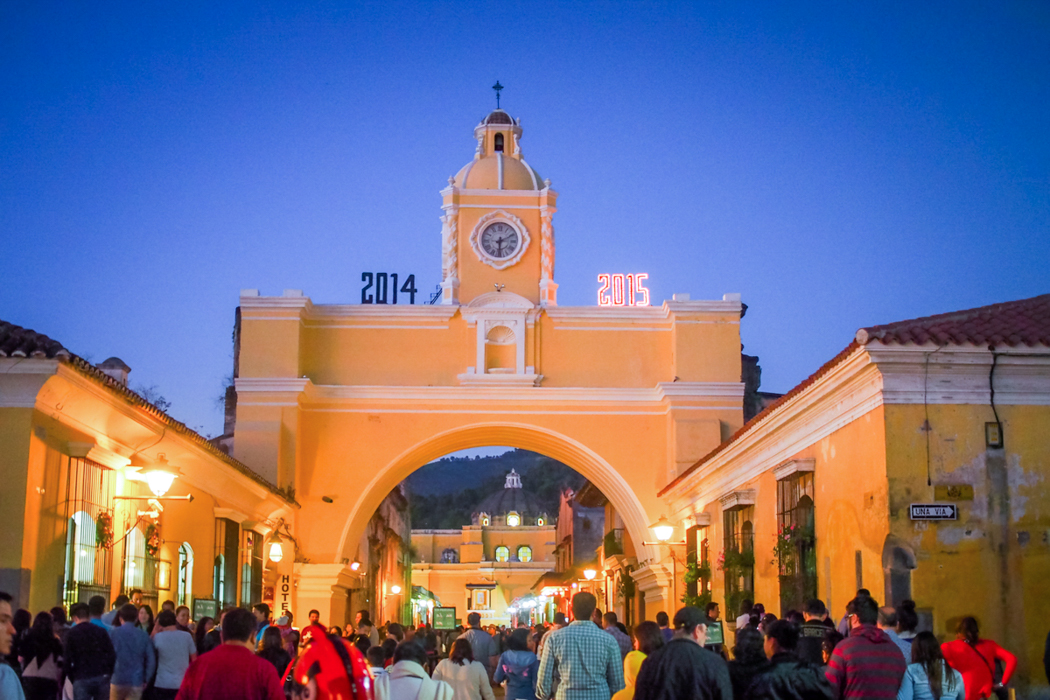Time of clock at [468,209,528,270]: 6:10
